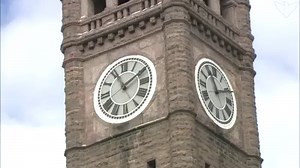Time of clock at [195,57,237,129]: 11:11
